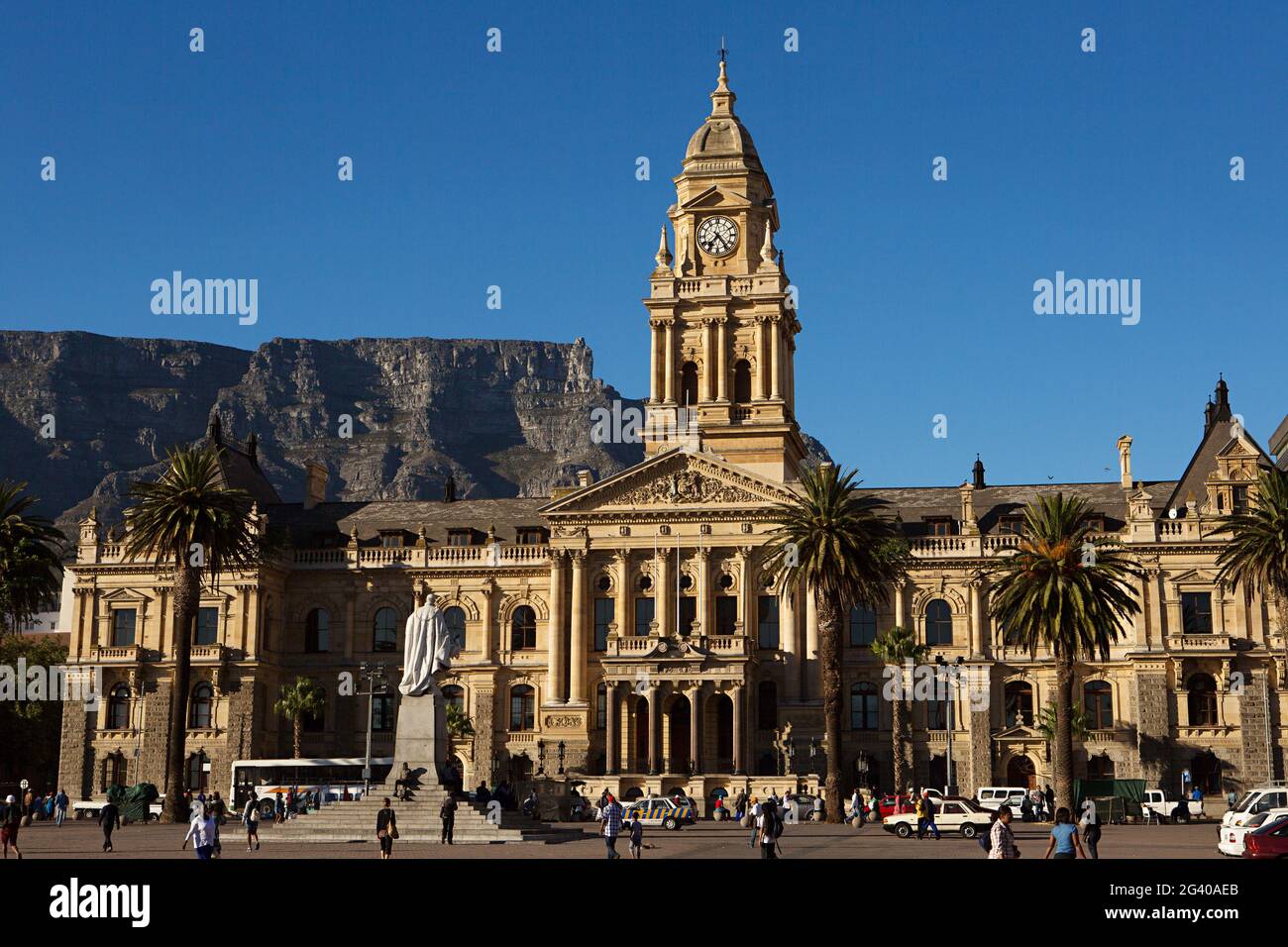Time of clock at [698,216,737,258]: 7:24
